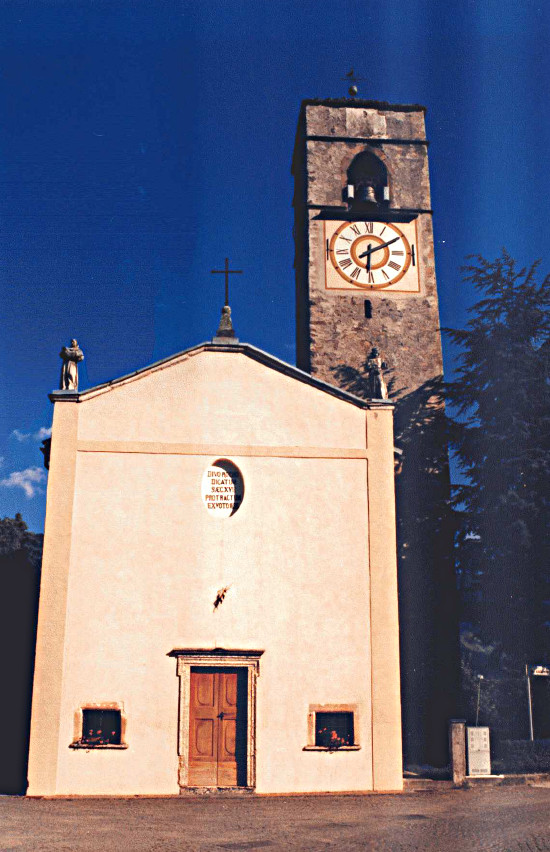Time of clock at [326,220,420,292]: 6:10
